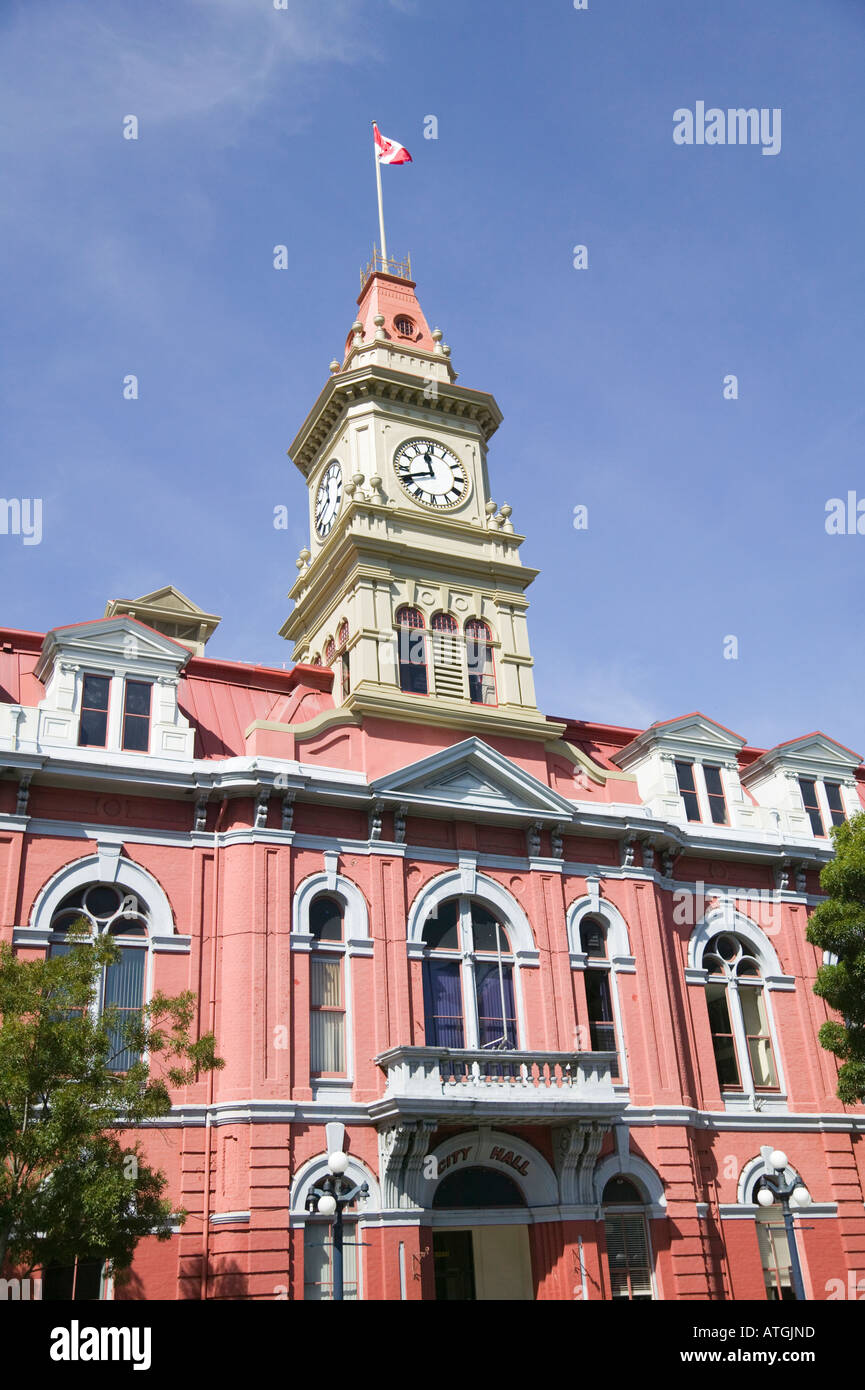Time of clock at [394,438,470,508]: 11:41
